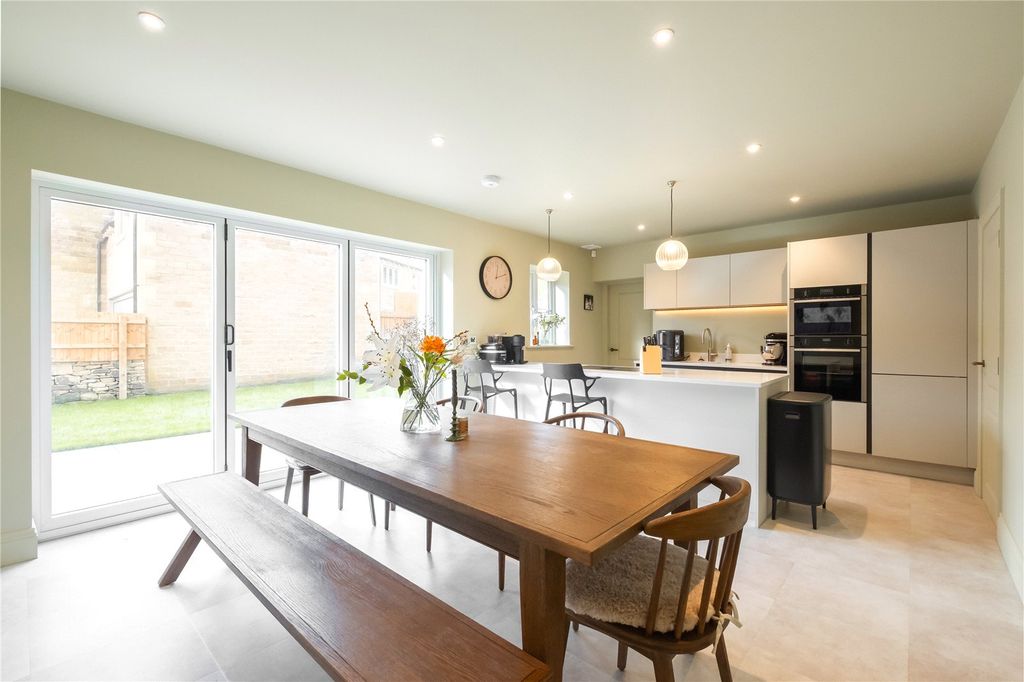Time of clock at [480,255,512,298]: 12:11
